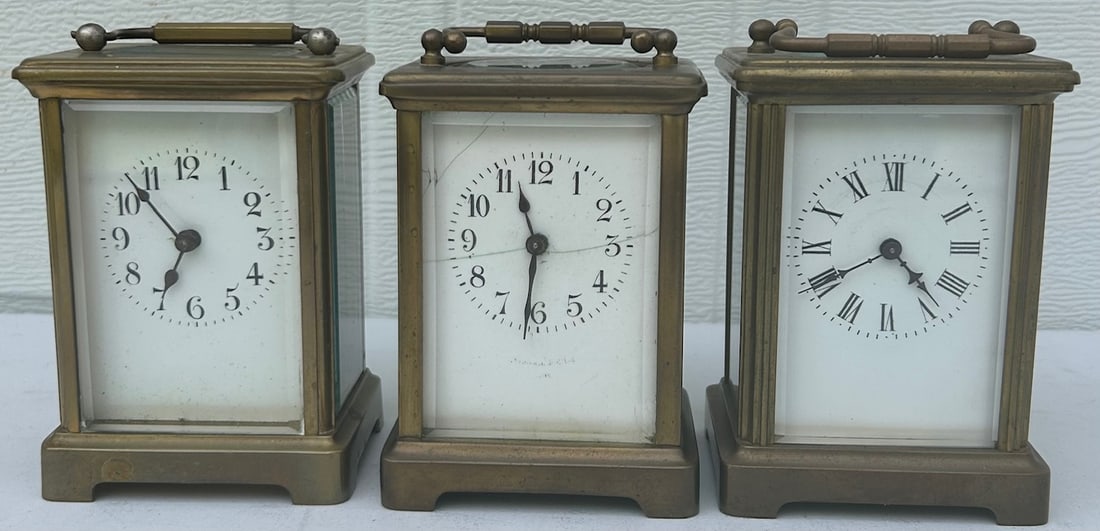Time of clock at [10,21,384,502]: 6:52
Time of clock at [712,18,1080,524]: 4:40
